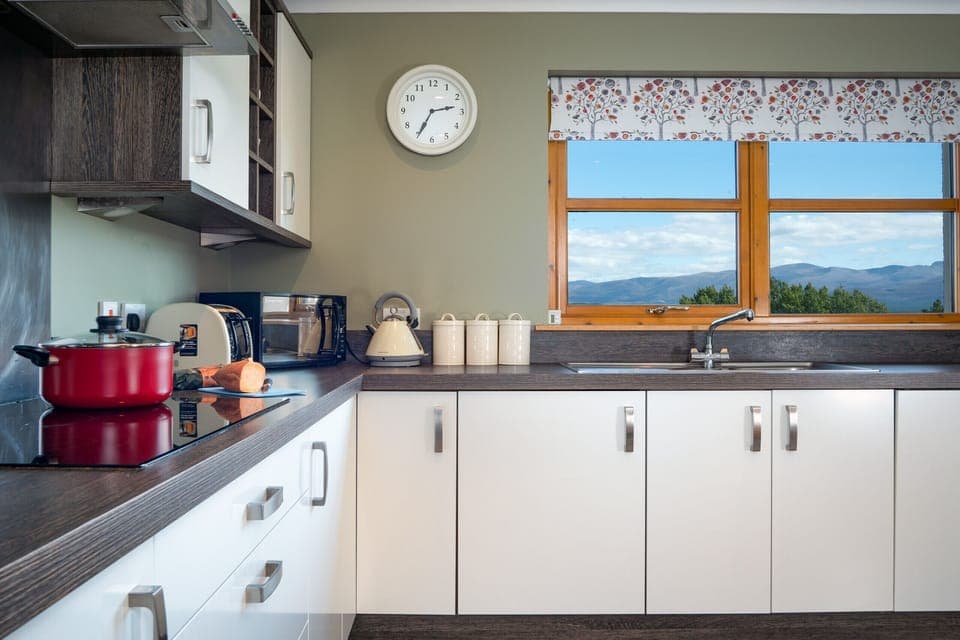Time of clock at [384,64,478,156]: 2:34
